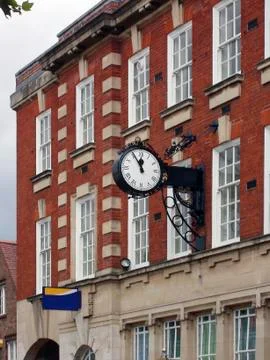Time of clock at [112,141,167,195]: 11:55
